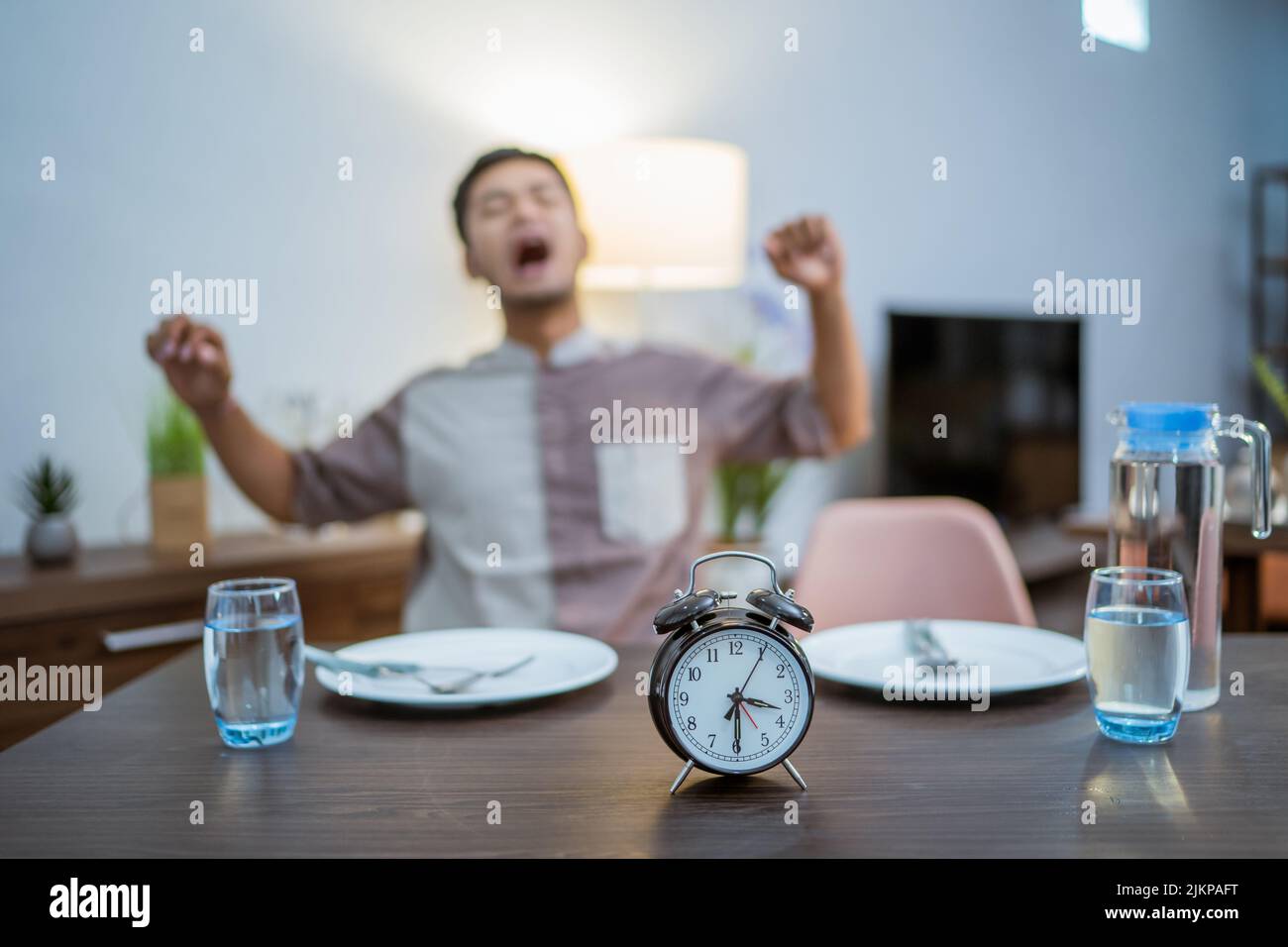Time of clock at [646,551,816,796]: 3:30
